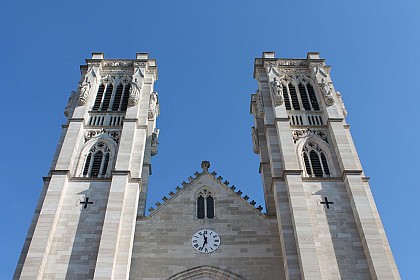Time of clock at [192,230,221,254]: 11:33
